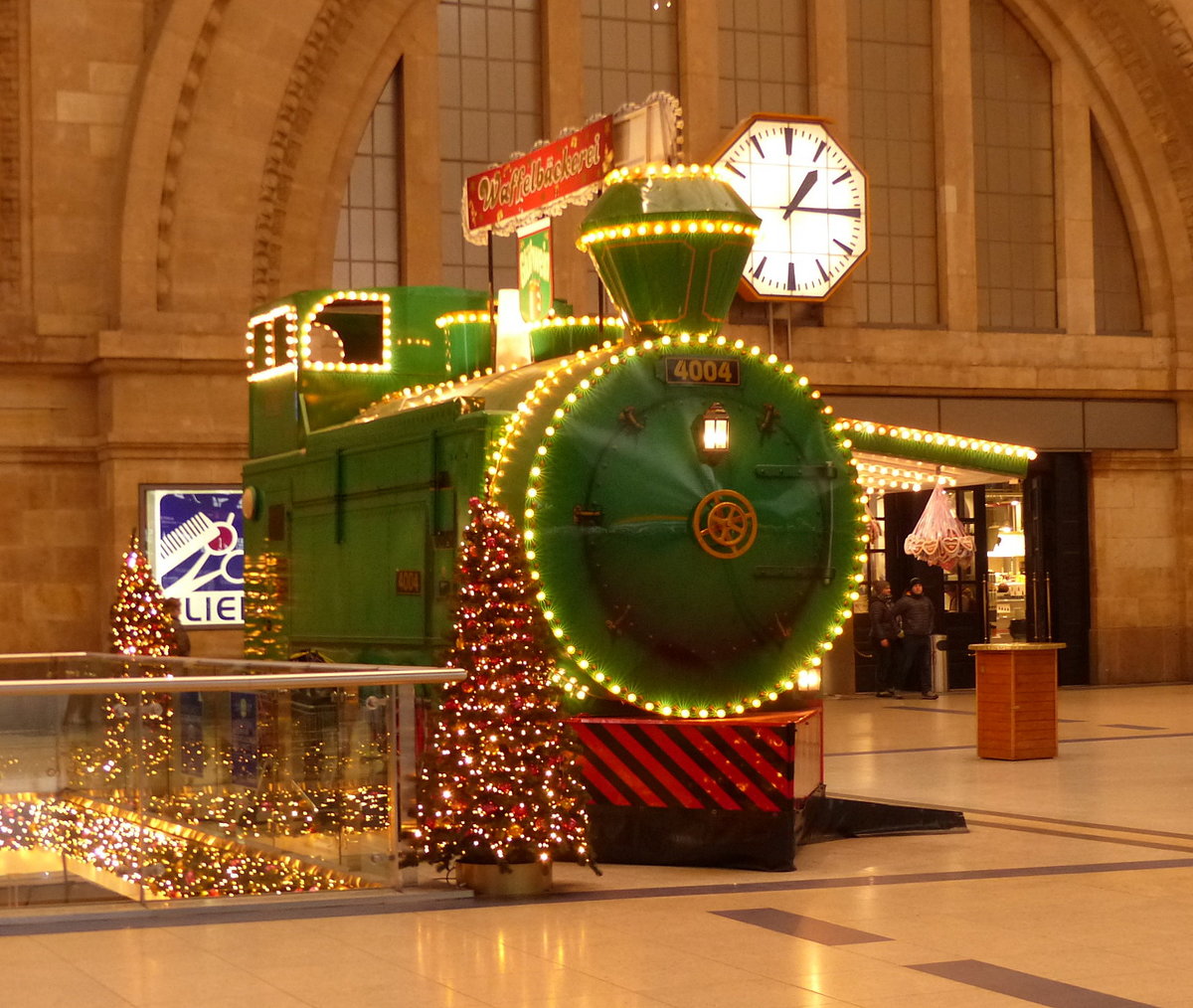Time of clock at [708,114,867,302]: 1:14
